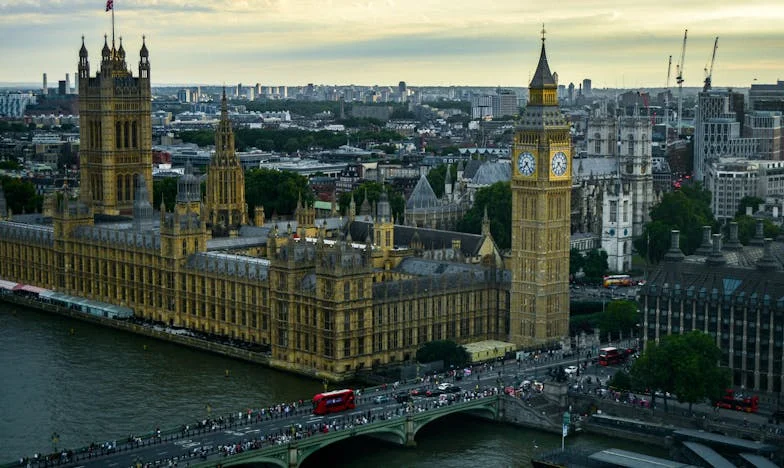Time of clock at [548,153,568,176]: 7:23
